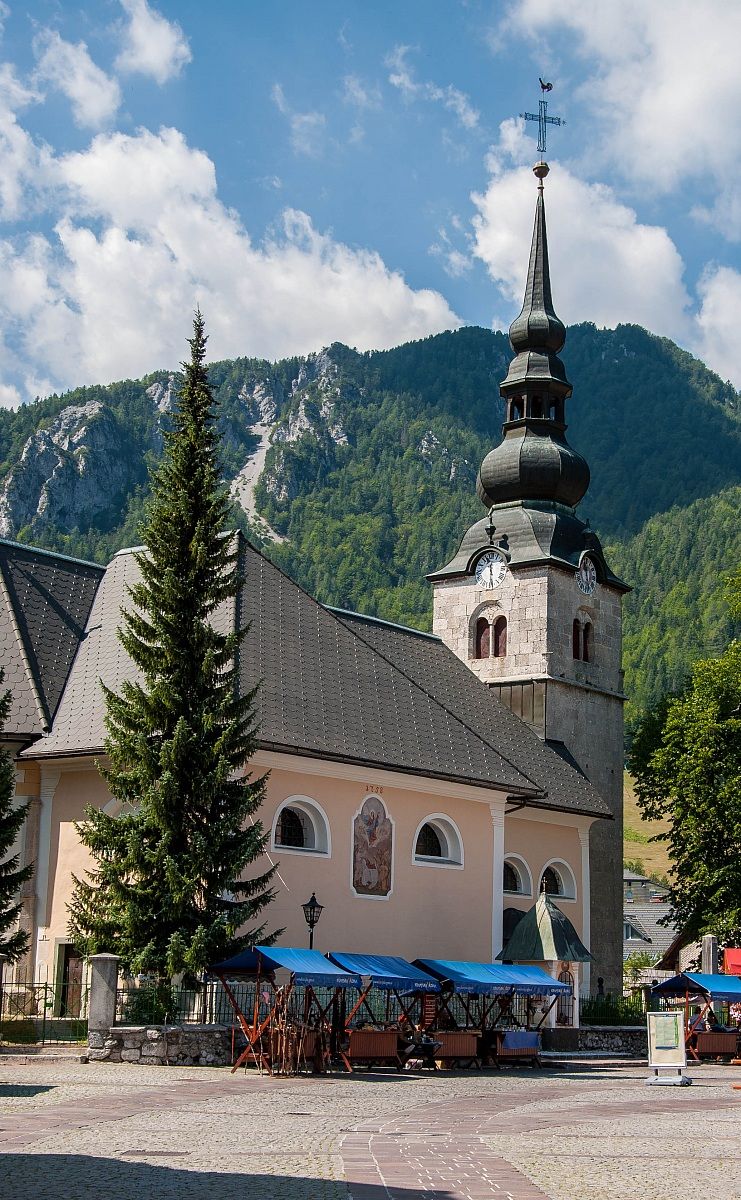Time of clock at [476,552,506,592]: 12:28
